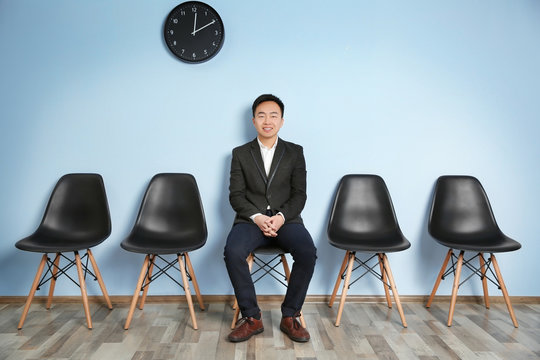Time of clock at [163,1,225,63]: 12:10
